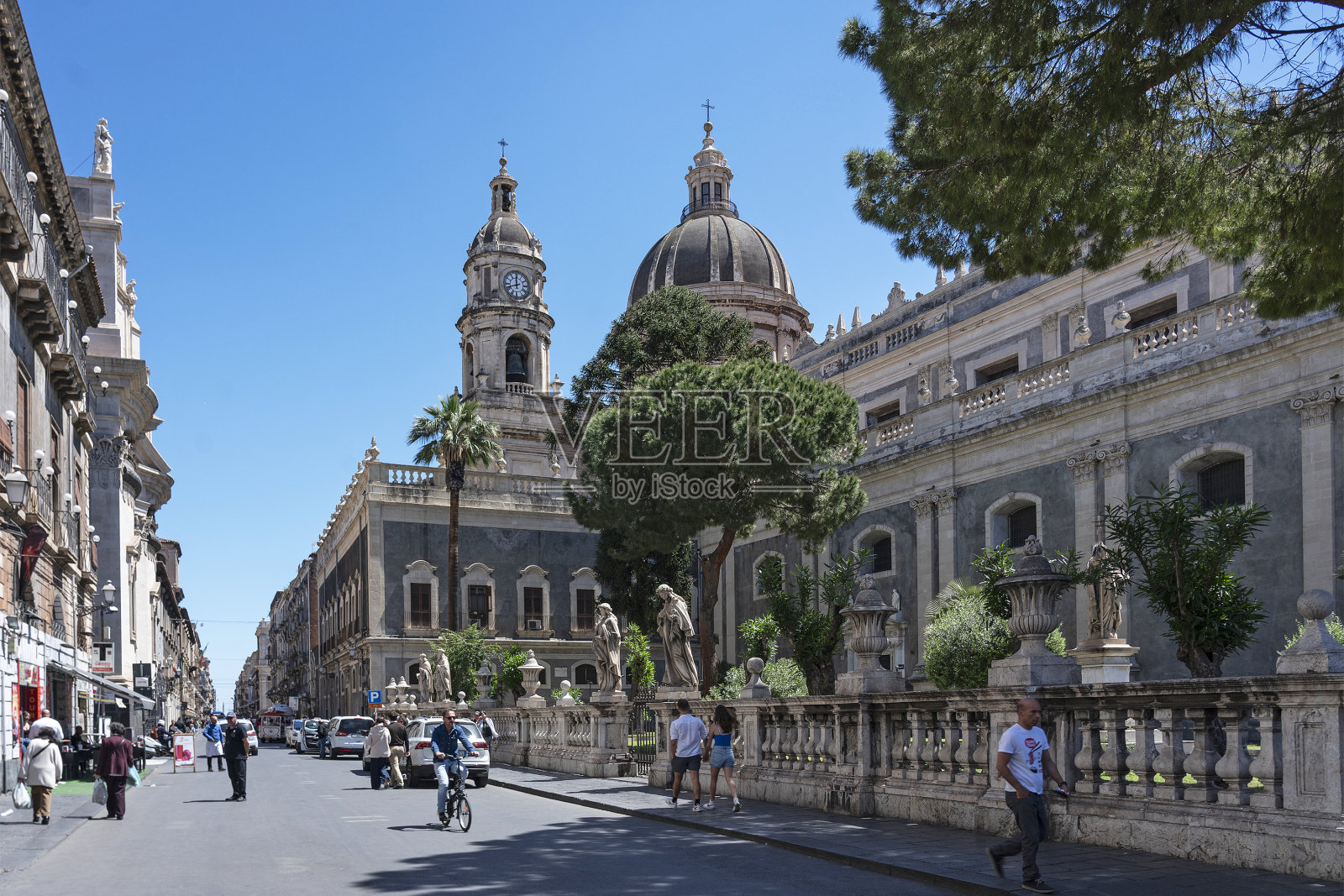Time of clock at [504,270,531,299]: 11:41
